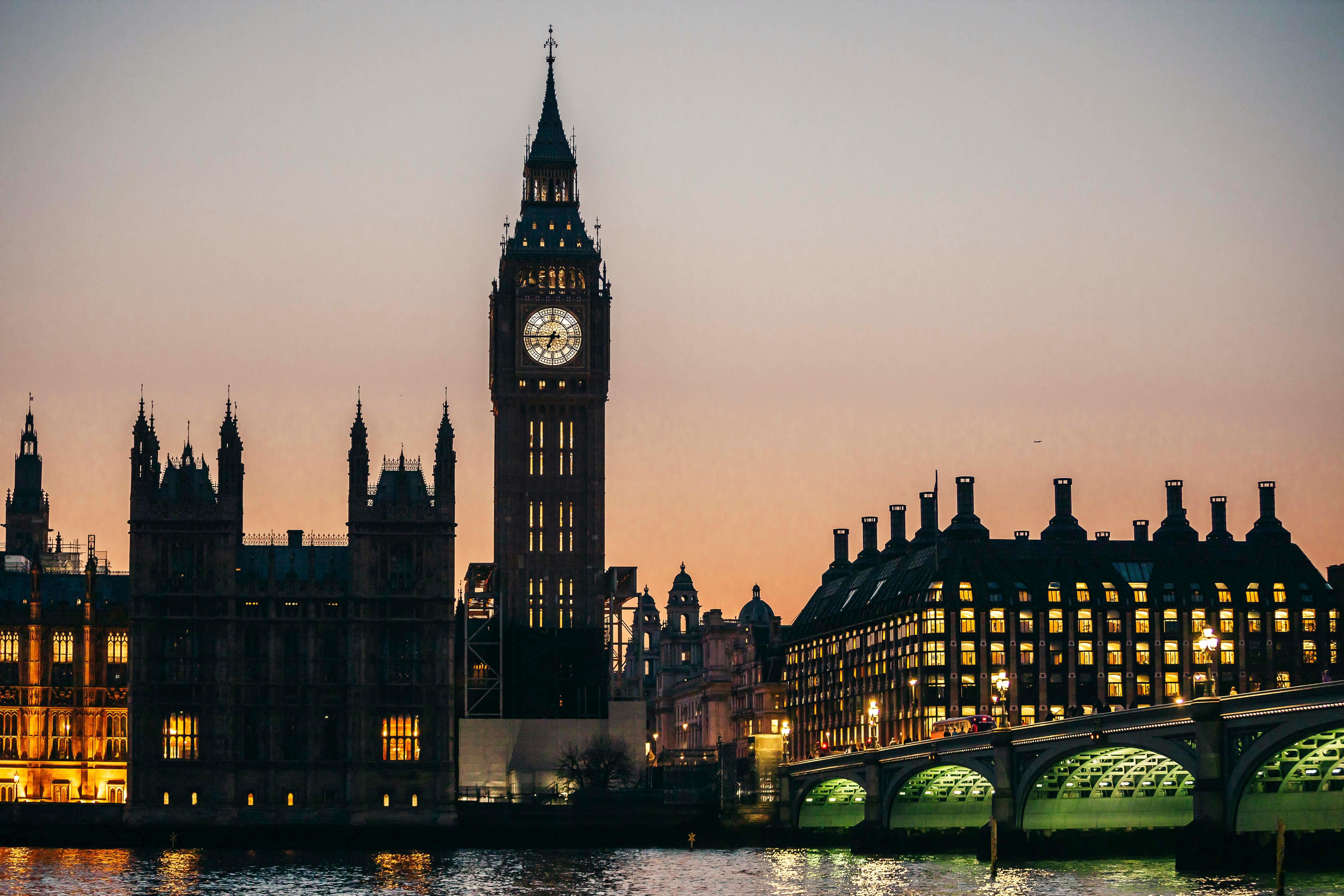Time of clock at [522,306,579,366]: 6:44
